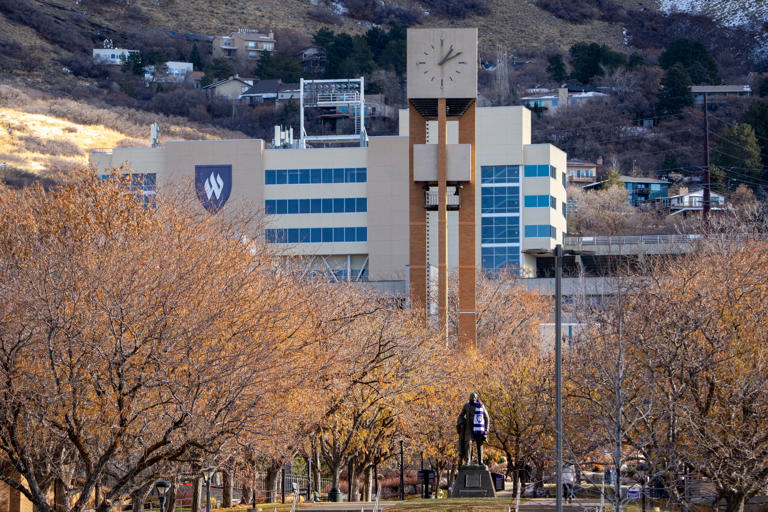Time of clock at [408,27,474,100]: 1:10
